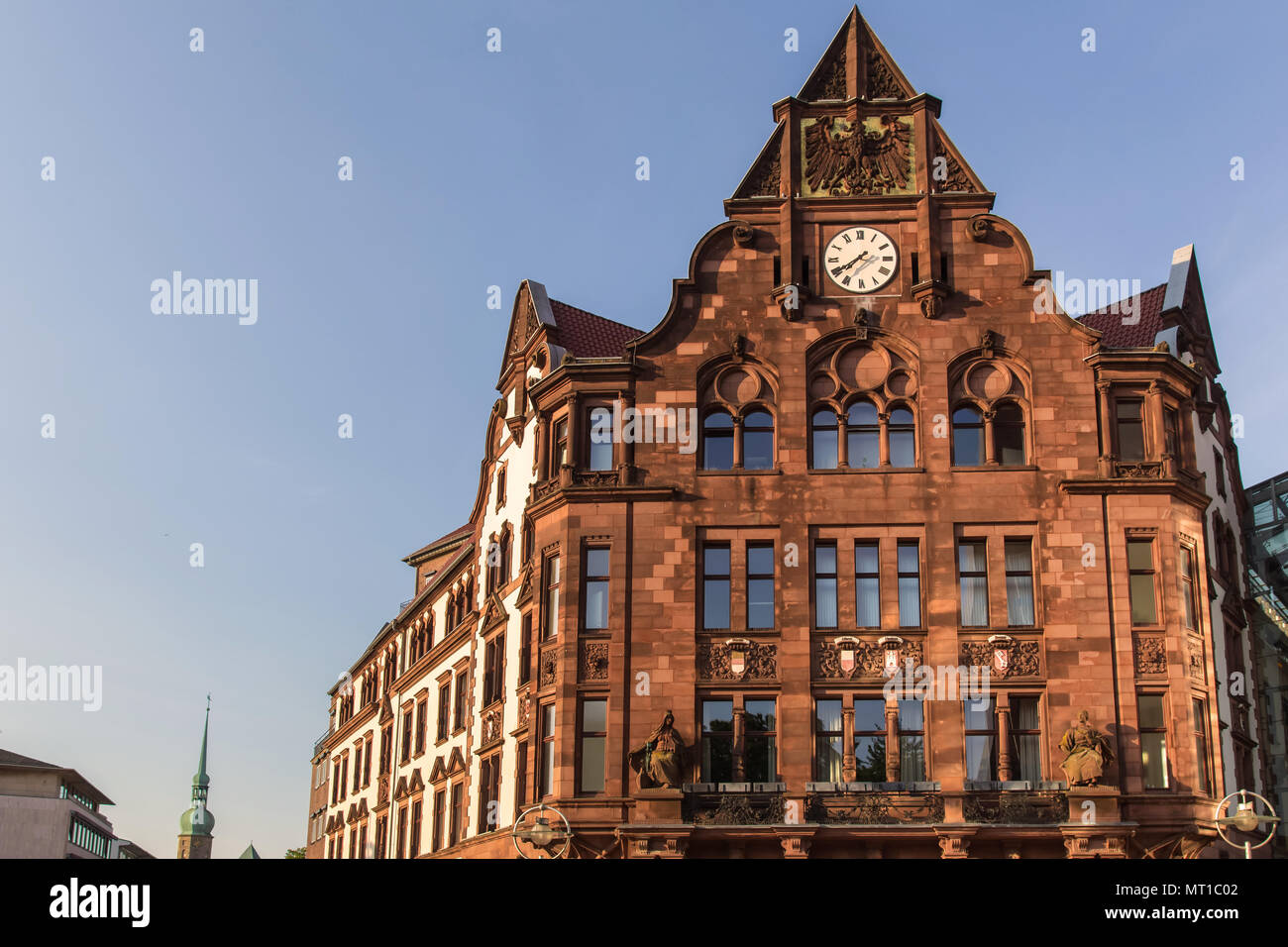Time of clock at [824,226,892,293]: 7:39
